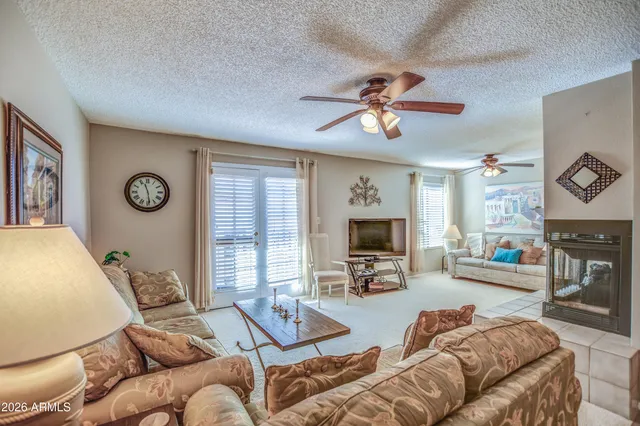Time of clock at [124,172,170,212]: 11:28
